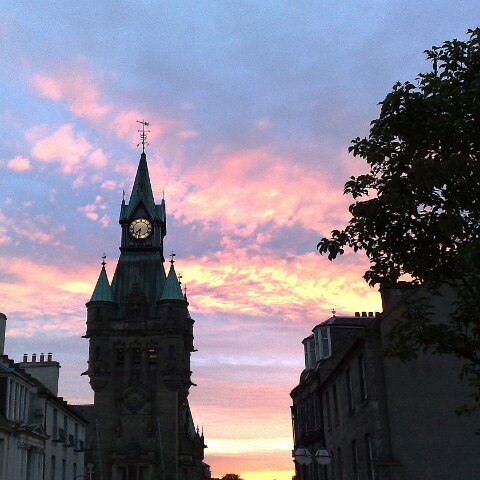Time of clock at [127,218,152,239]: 7:32
